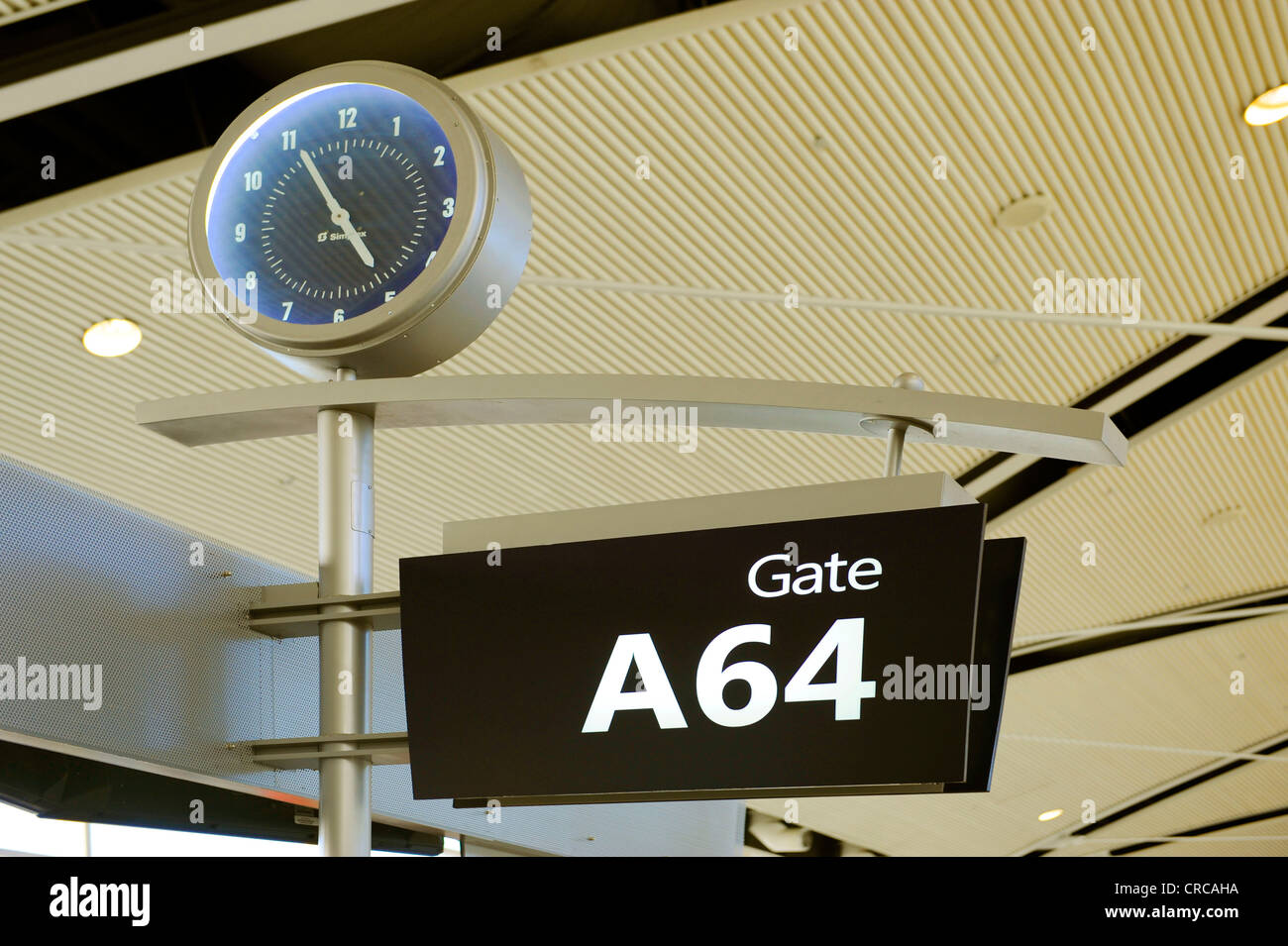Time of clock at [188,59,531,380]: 4:55
